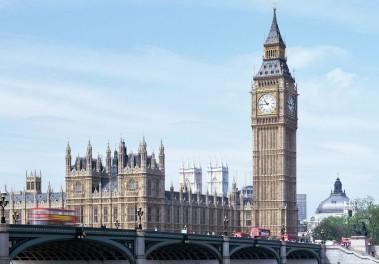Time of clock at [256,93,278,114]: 10:45
